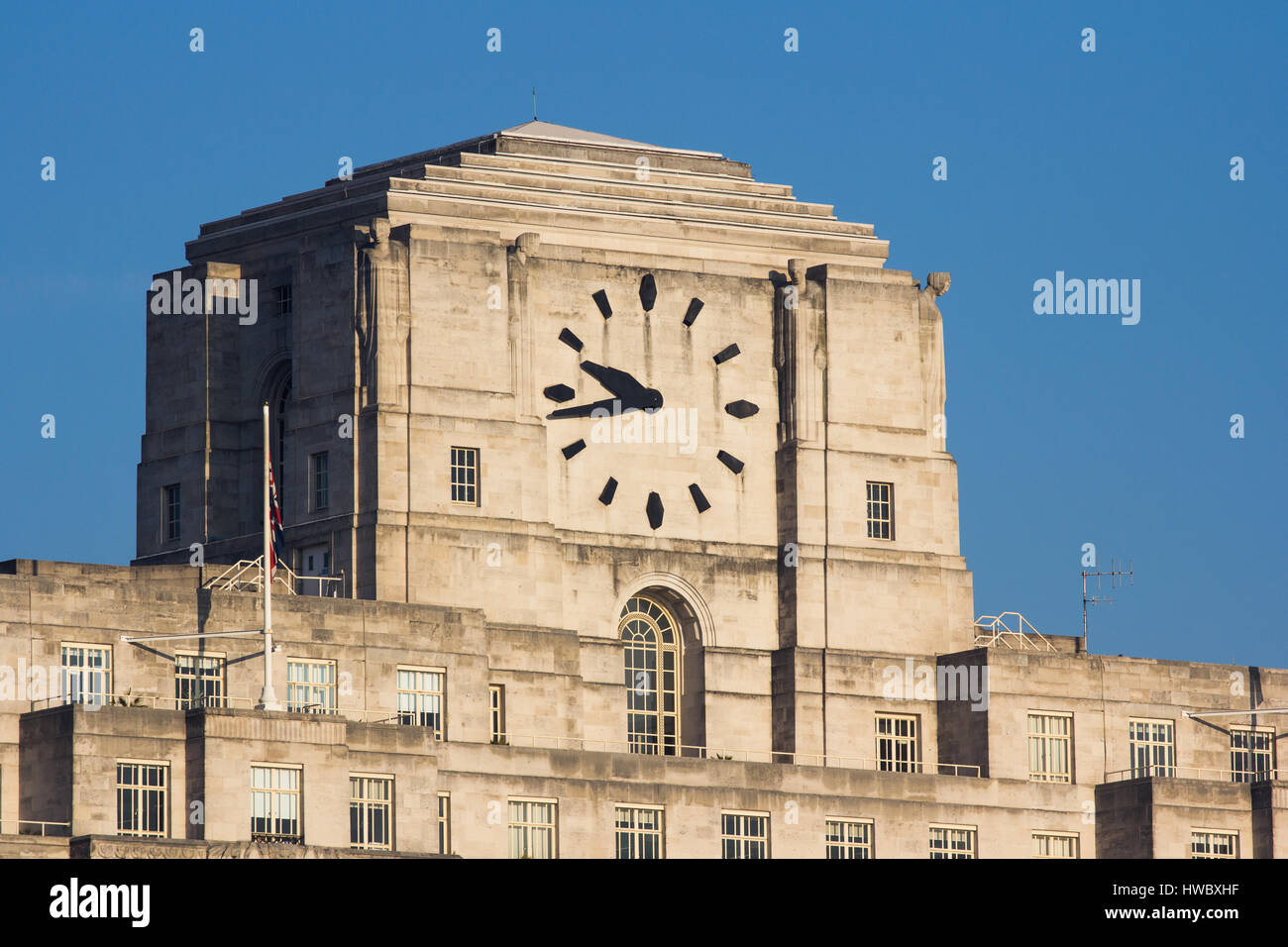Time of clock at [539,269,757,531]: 9:43
